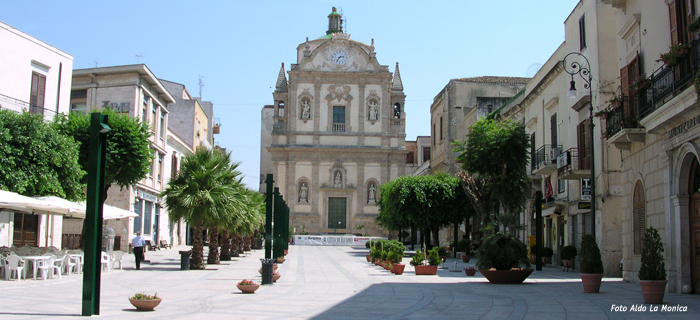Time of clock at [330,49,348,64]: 2:36
